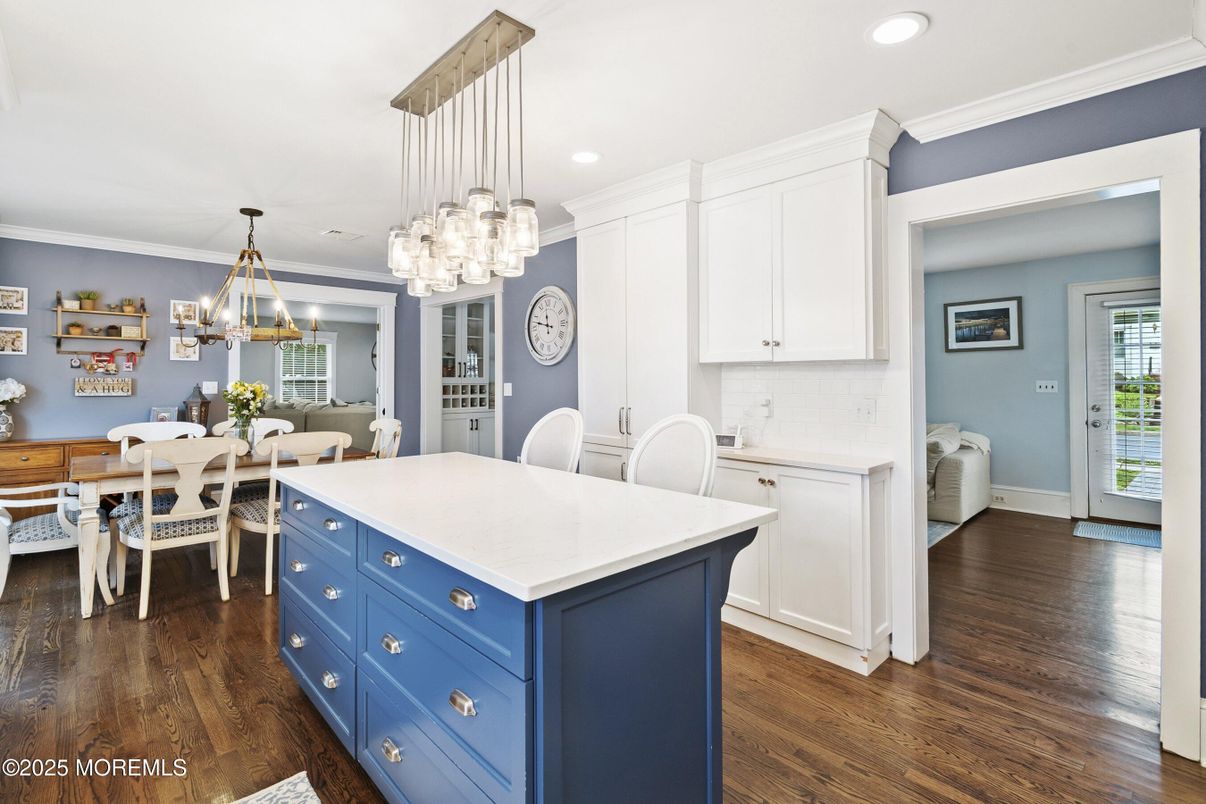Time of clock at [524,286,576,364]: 11:47
